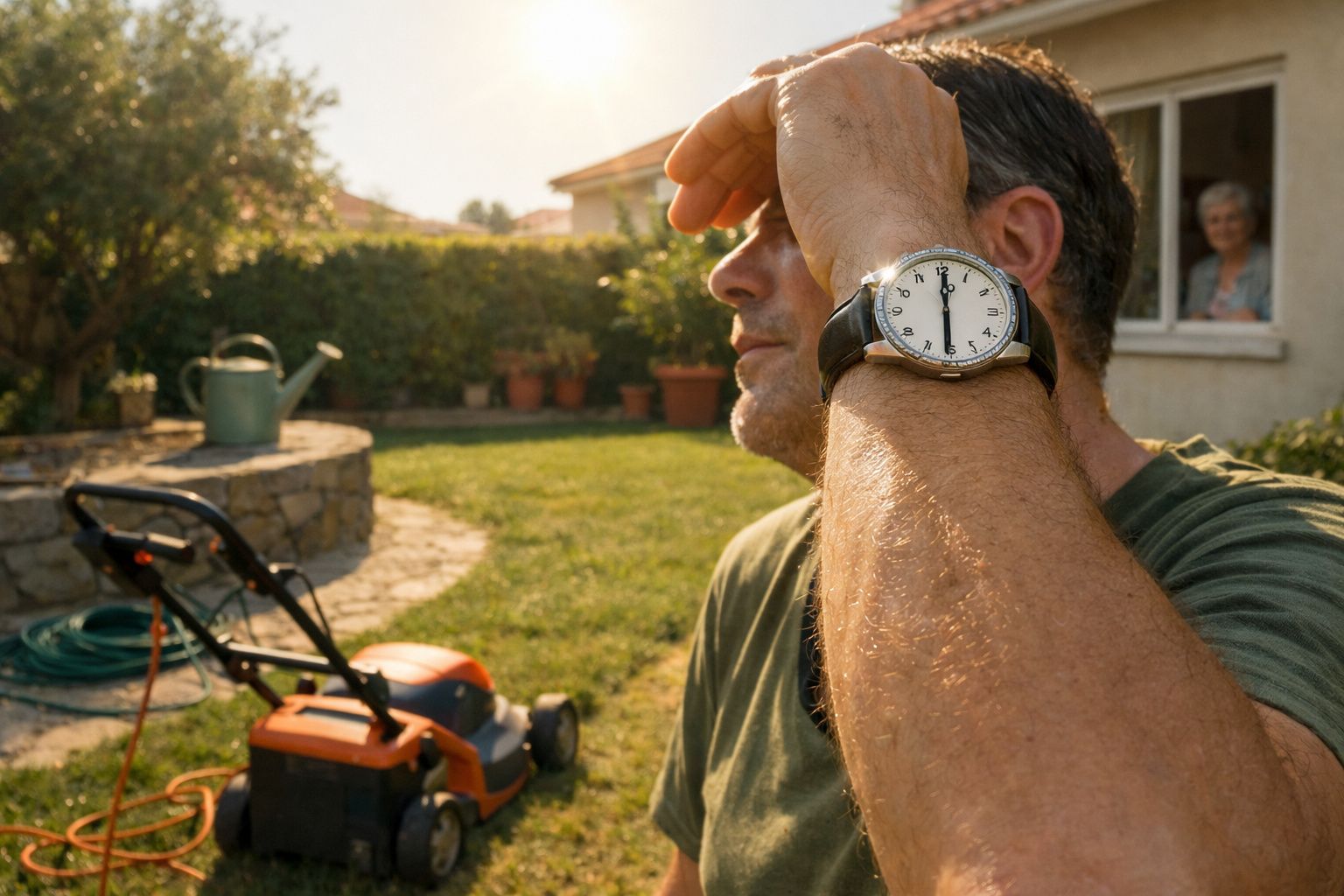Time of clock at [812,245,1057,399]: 6:00
